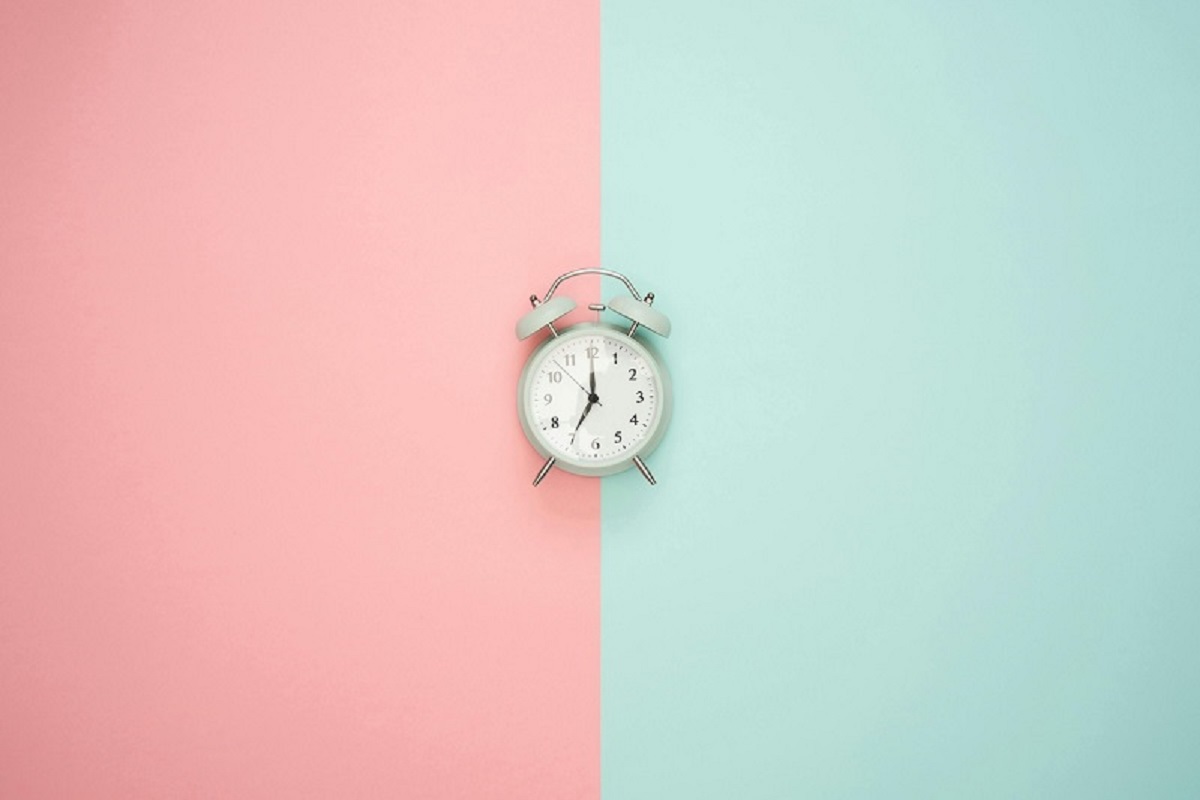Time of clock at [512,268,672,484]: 7:00
